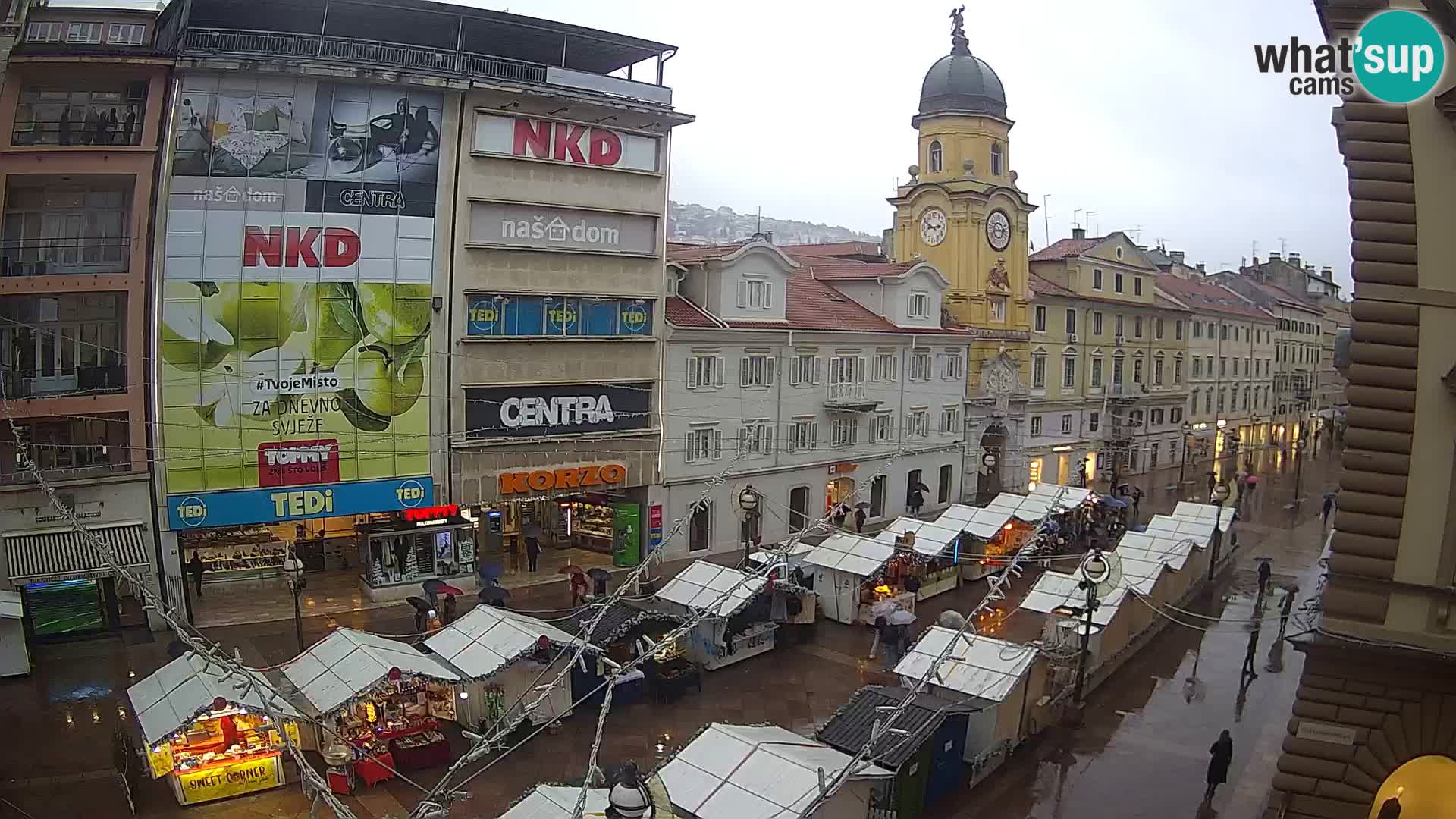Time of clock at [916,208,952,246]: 2:48
